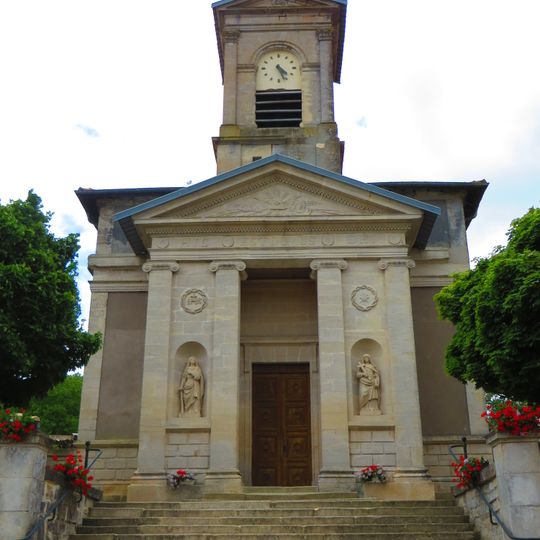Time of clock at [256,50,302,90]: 4:26
